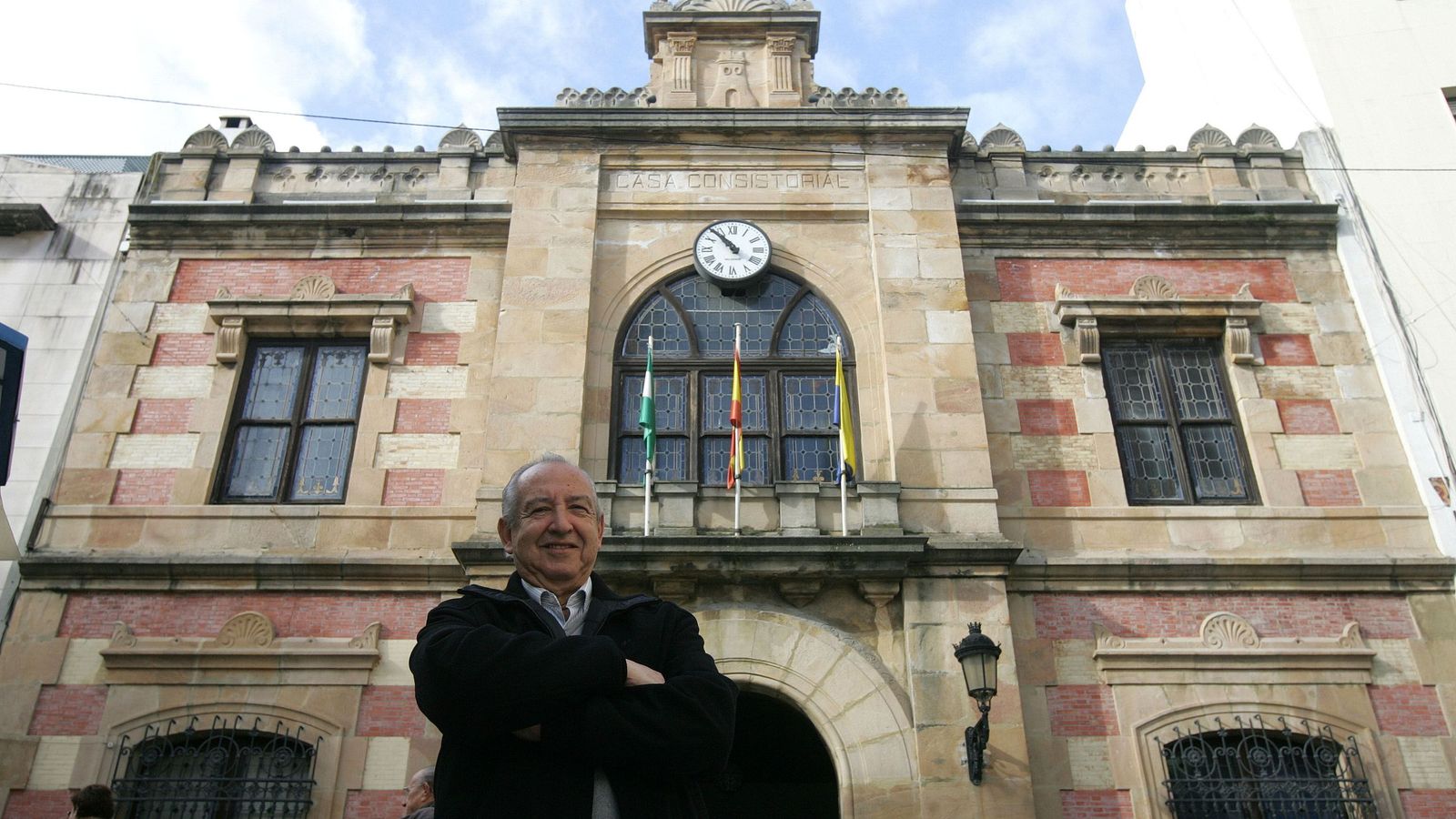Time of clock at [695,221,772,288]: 10:53
